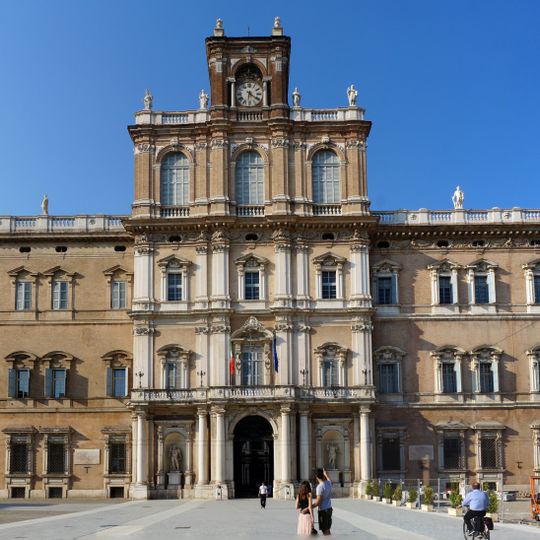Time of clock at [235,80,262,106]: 6:21
